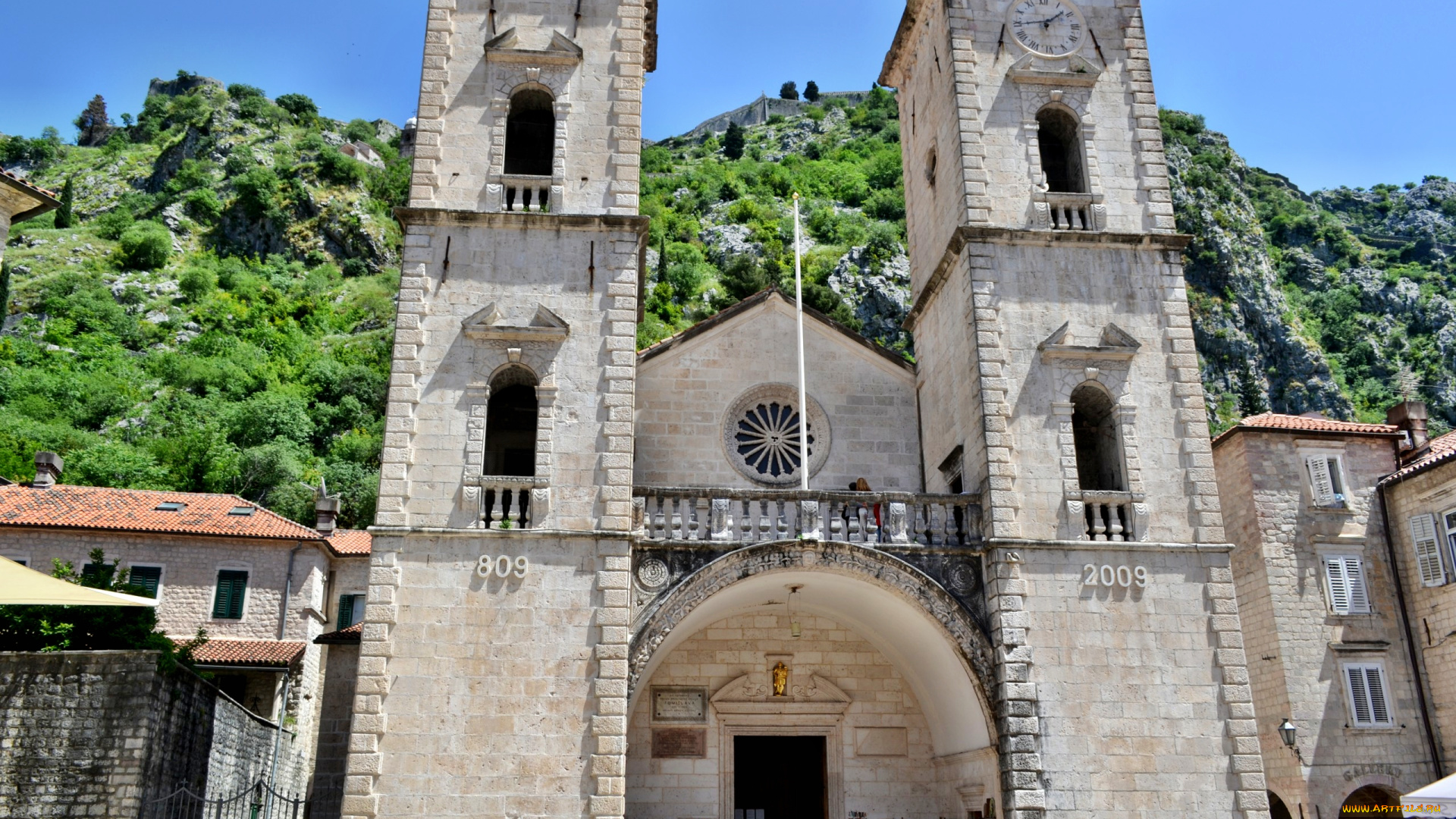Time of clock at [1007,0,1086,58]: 1:44
